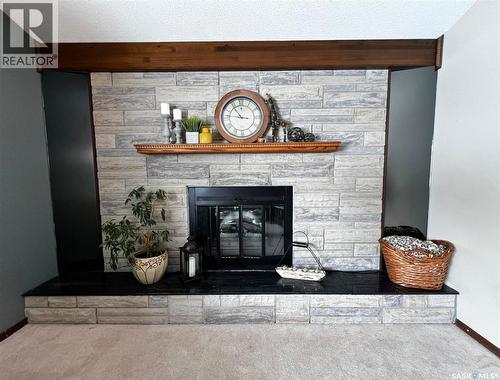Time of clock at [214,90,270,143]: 10:46
